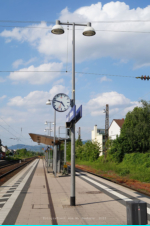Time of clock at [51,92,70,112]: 4:47
